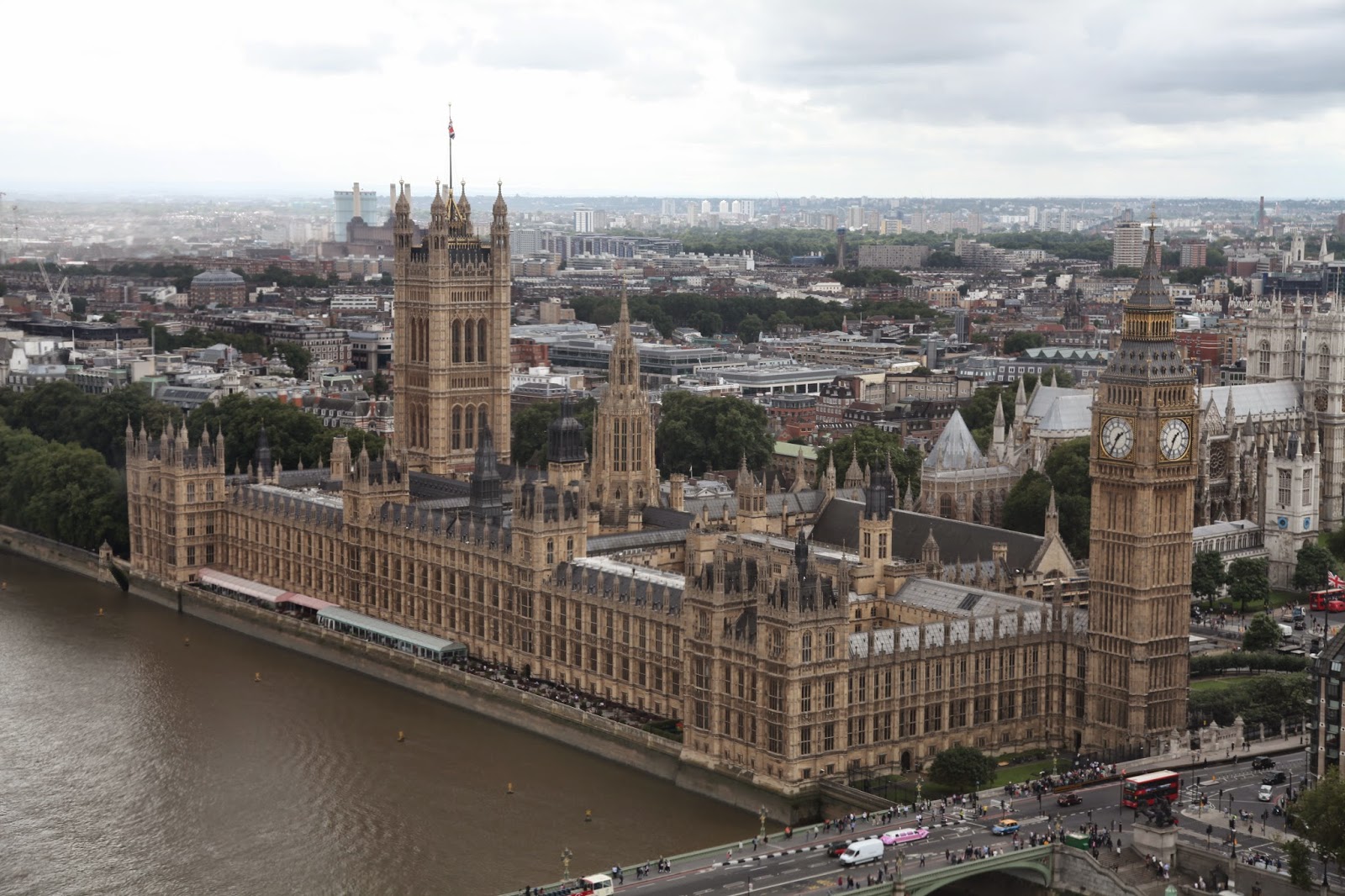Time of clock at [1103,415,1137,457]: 1:34
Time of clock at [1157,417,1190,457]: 1:33
